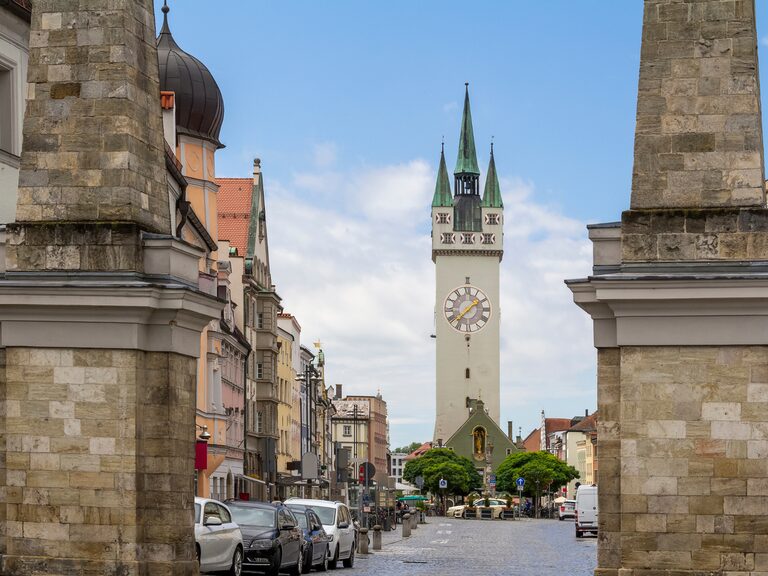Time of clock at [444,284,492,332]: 1:37
